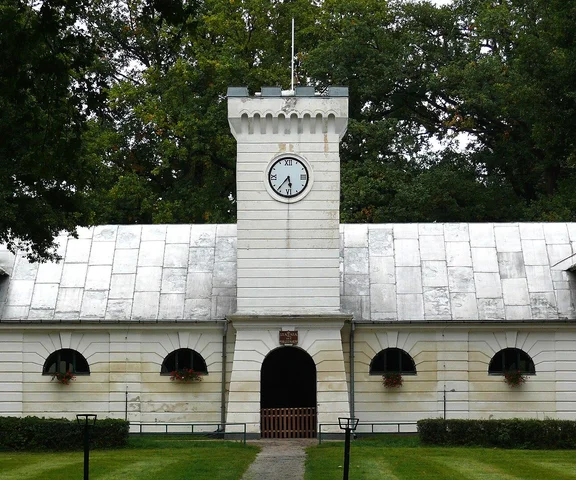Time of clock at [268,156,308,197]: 5:36
